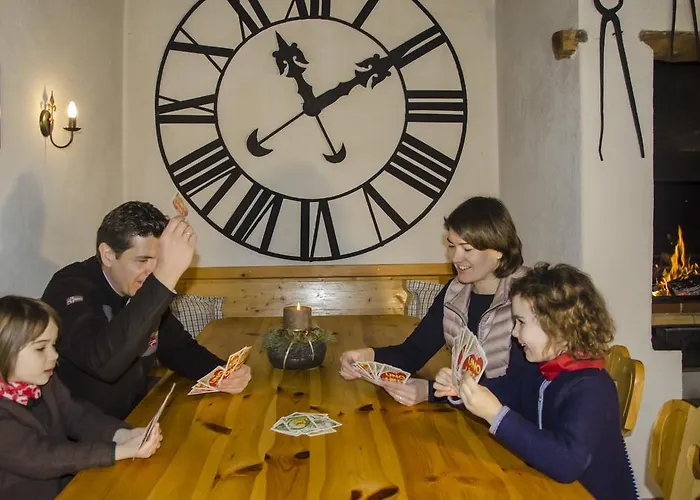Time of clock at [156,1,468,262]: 11:09
